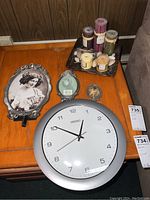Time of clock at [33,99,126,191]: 12:50
